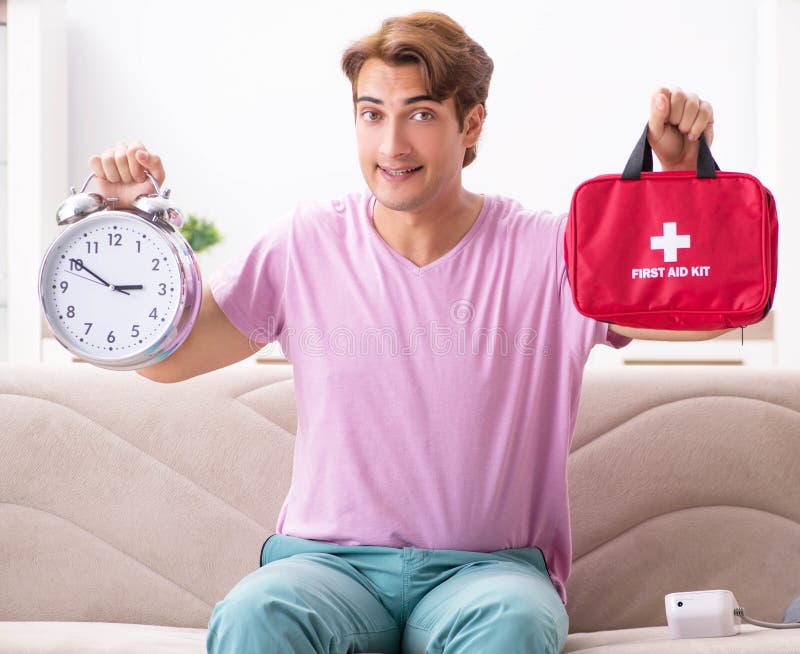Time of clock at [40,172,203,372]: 2:50
